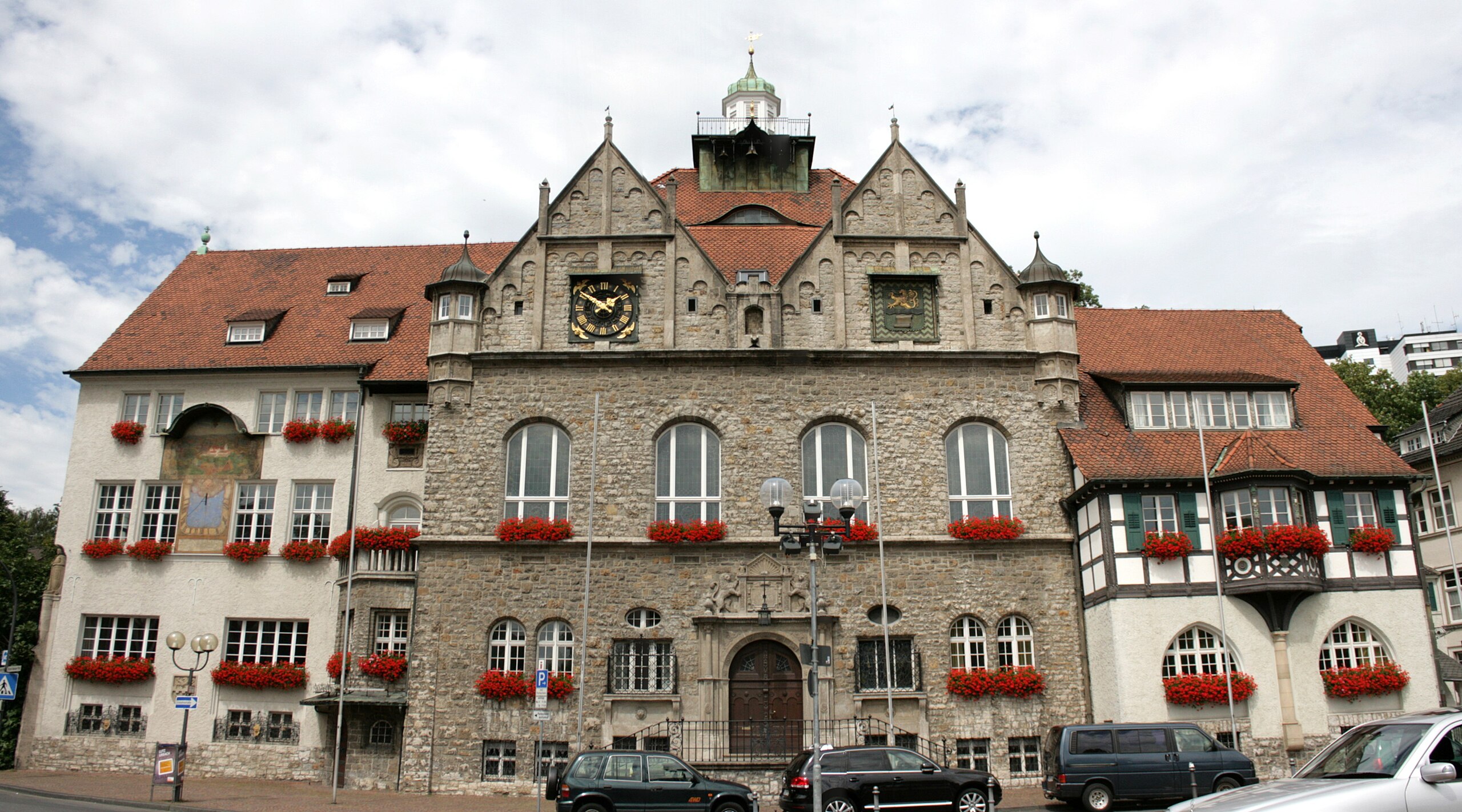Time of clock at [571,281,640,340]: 1:50
